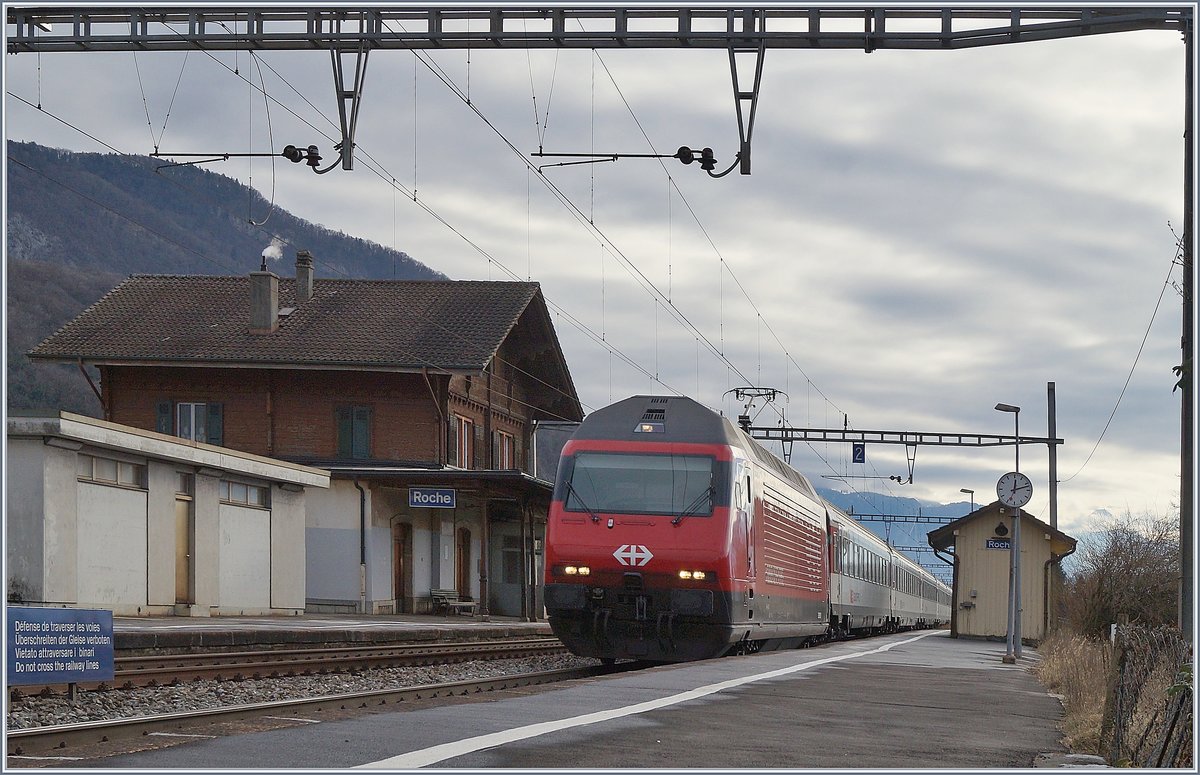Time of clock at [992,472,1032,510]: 12:12
